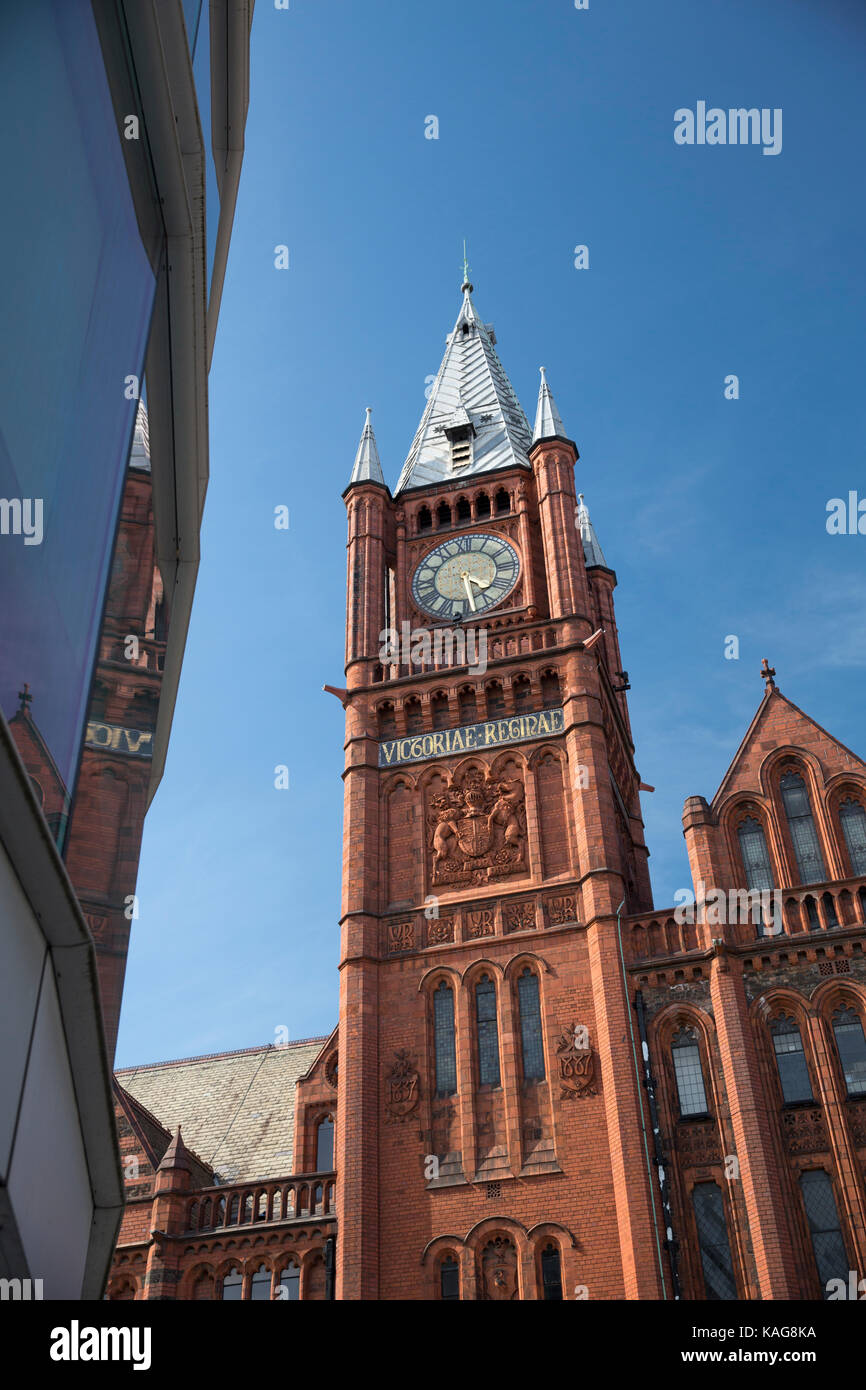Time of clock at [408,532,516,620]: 4:28
